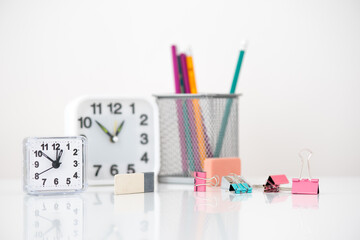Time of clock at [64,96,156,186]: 12:52
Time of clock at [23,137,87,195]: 12:51
